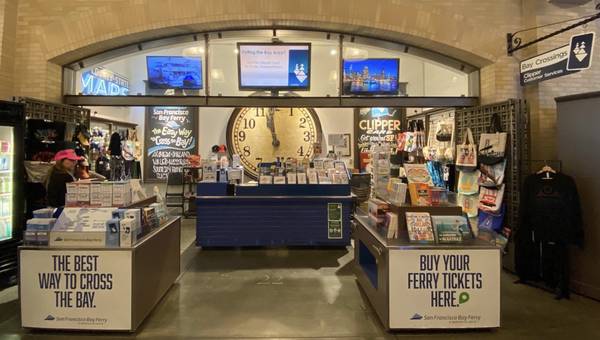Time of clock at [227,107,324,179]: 10:58
